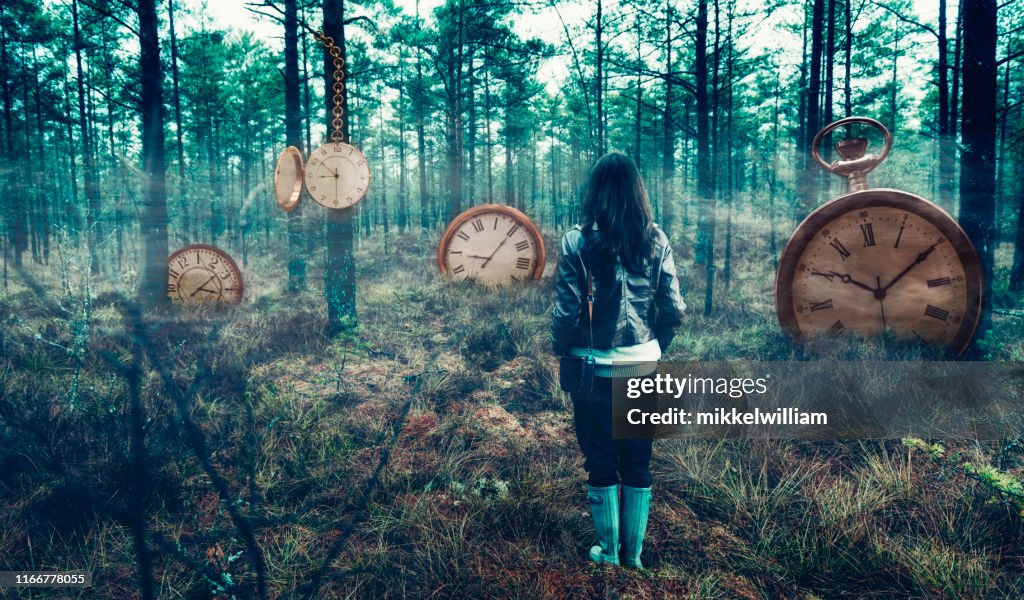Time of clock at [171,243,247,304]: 3:08
